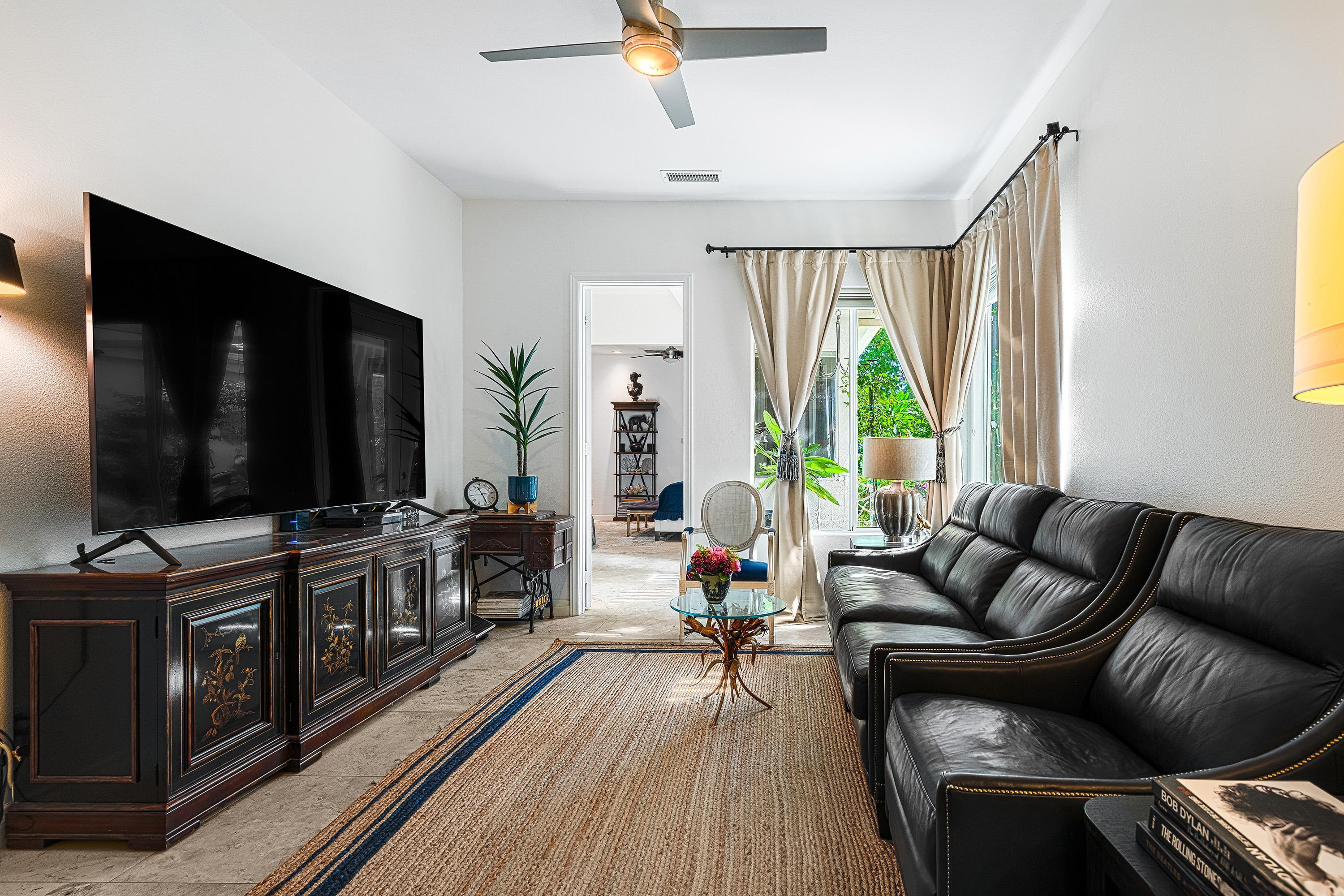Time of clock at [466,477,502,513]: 11:28
